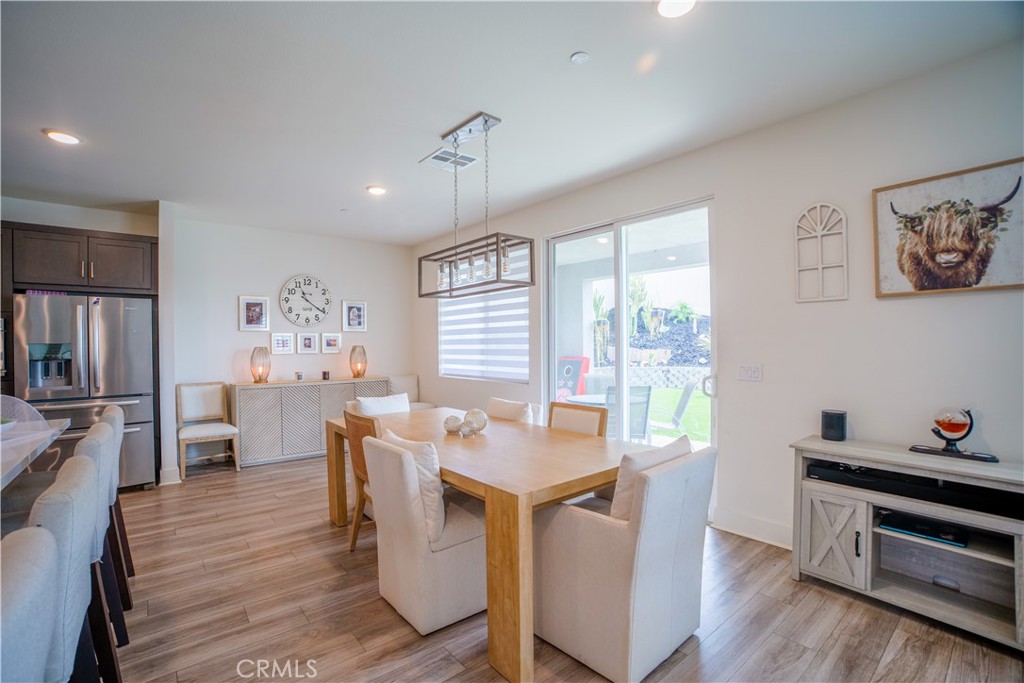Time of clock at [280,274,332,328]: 11:20
